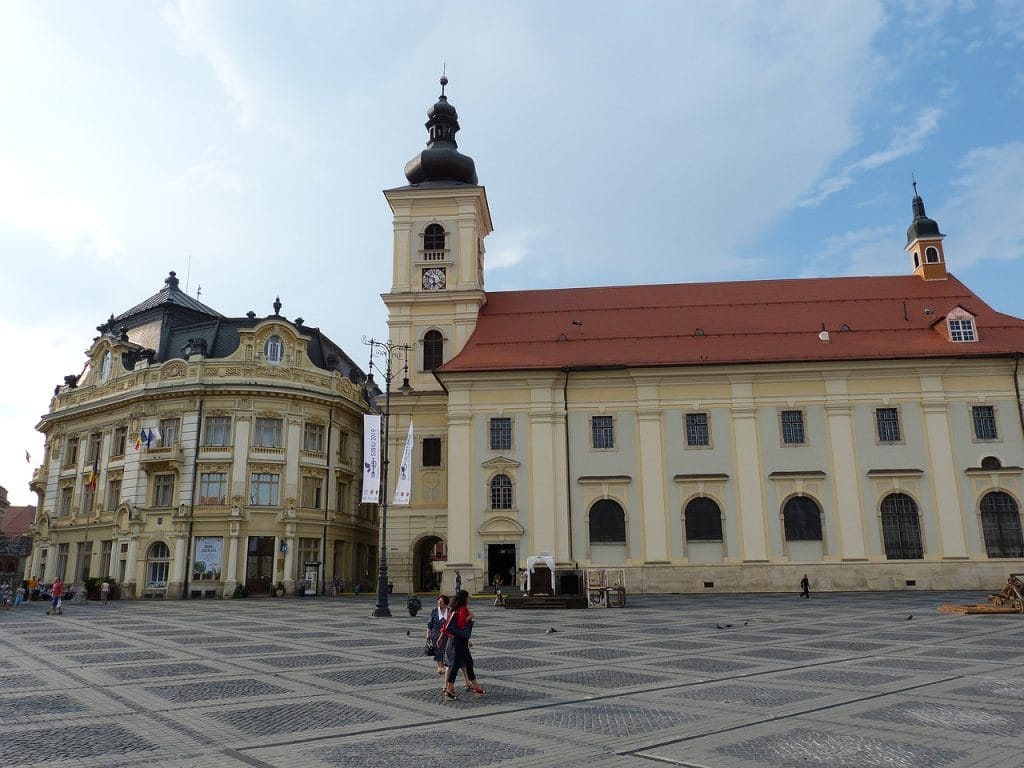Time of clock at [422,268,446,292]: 5:48
